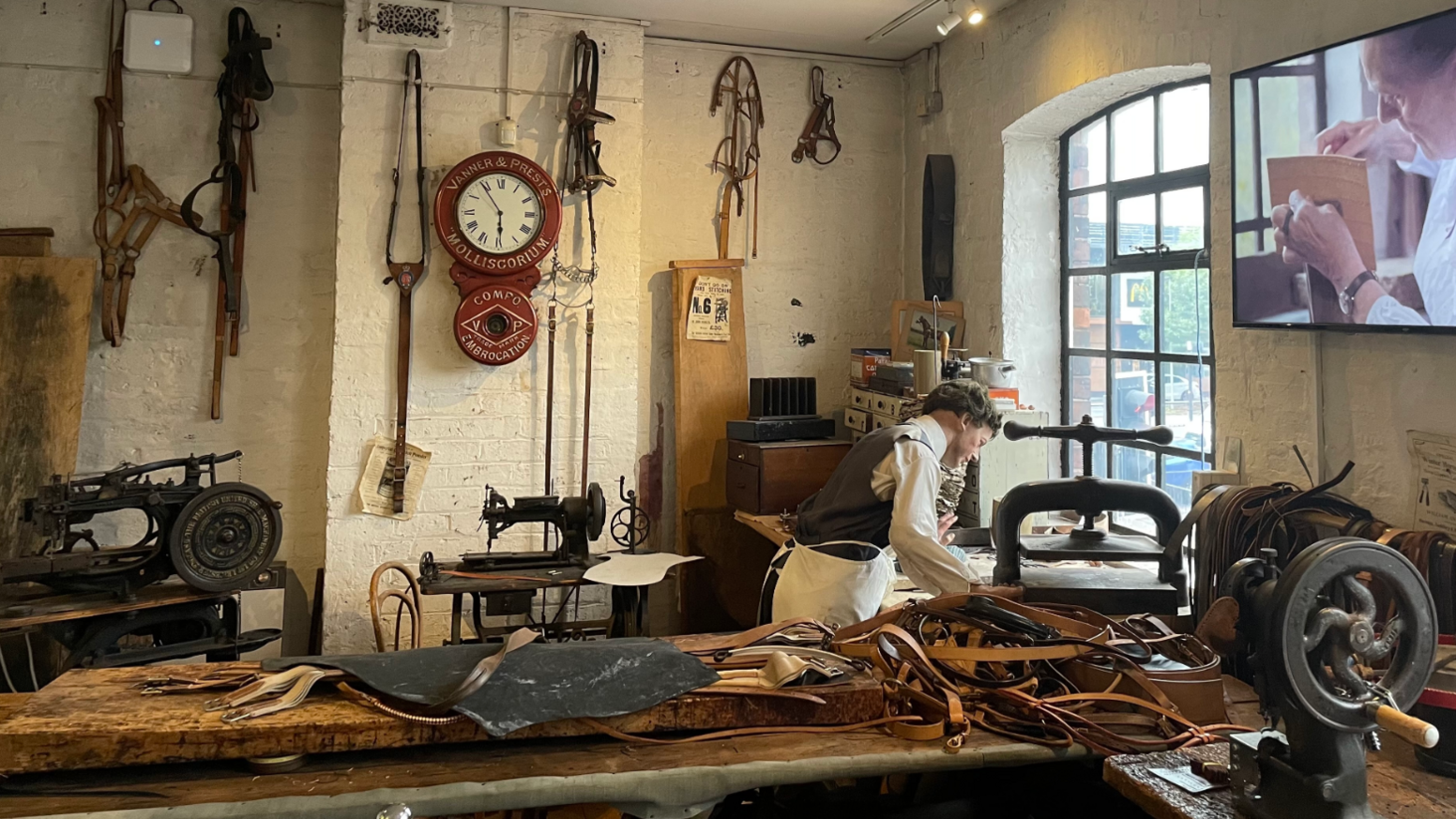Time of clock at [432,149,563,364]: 5:54
